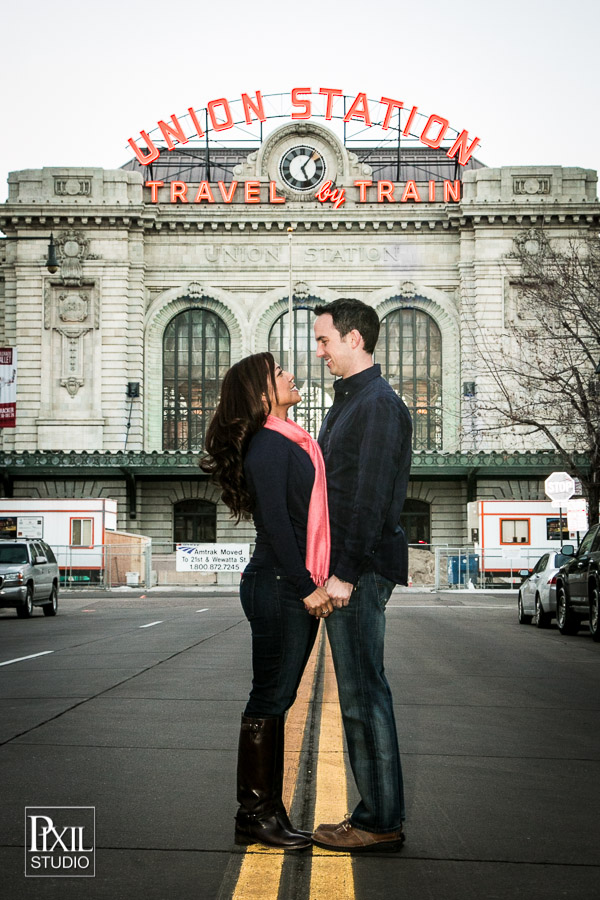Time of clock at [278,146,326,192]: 5:05
